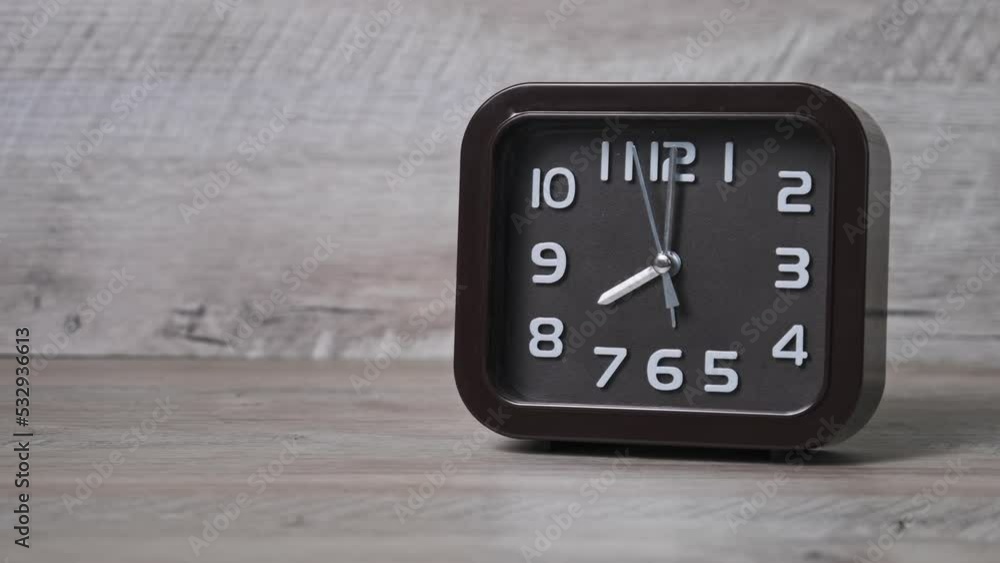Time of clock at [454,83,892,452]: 8:00
